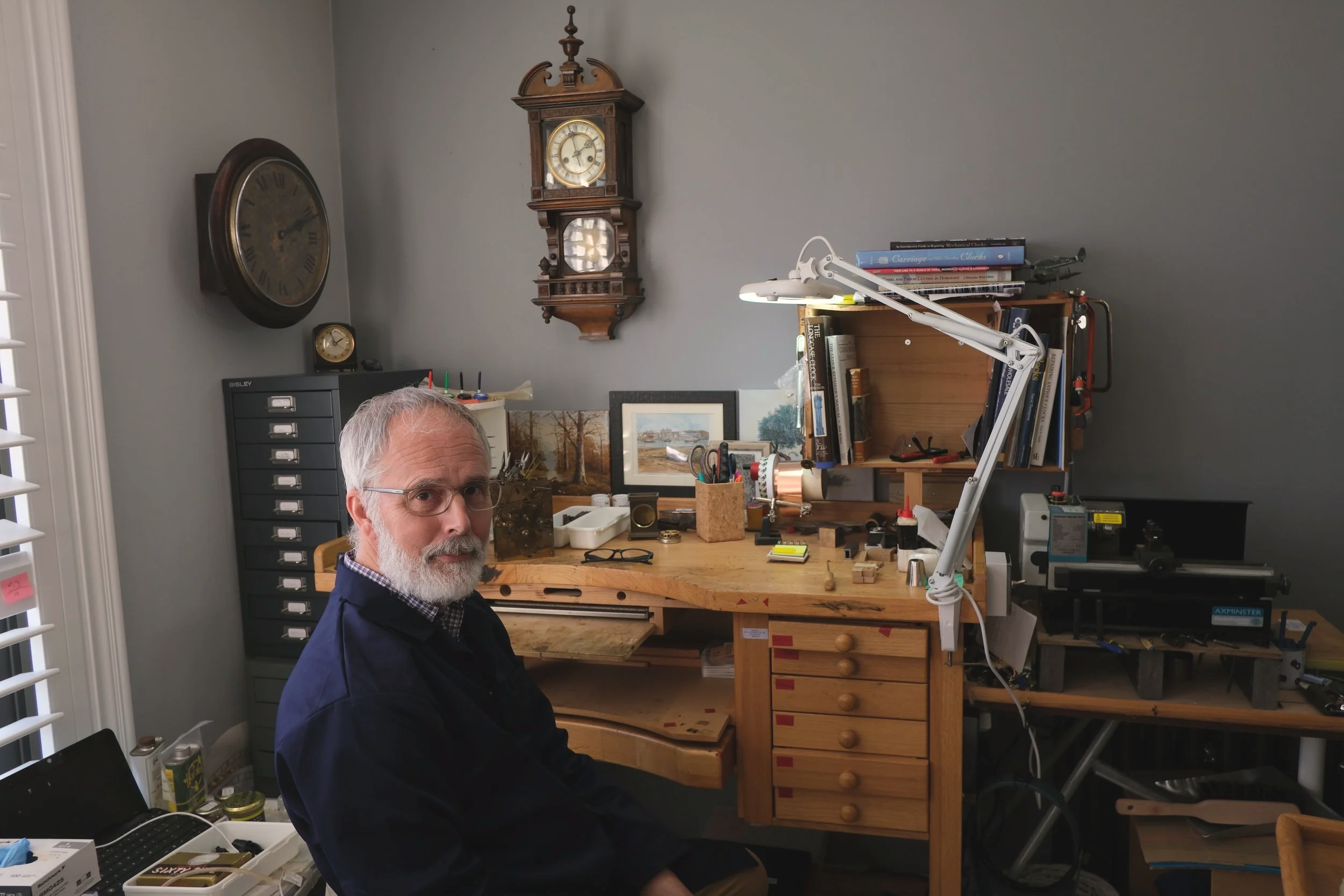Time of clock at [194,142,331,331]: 2:11
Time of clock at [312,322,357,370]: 1:56
